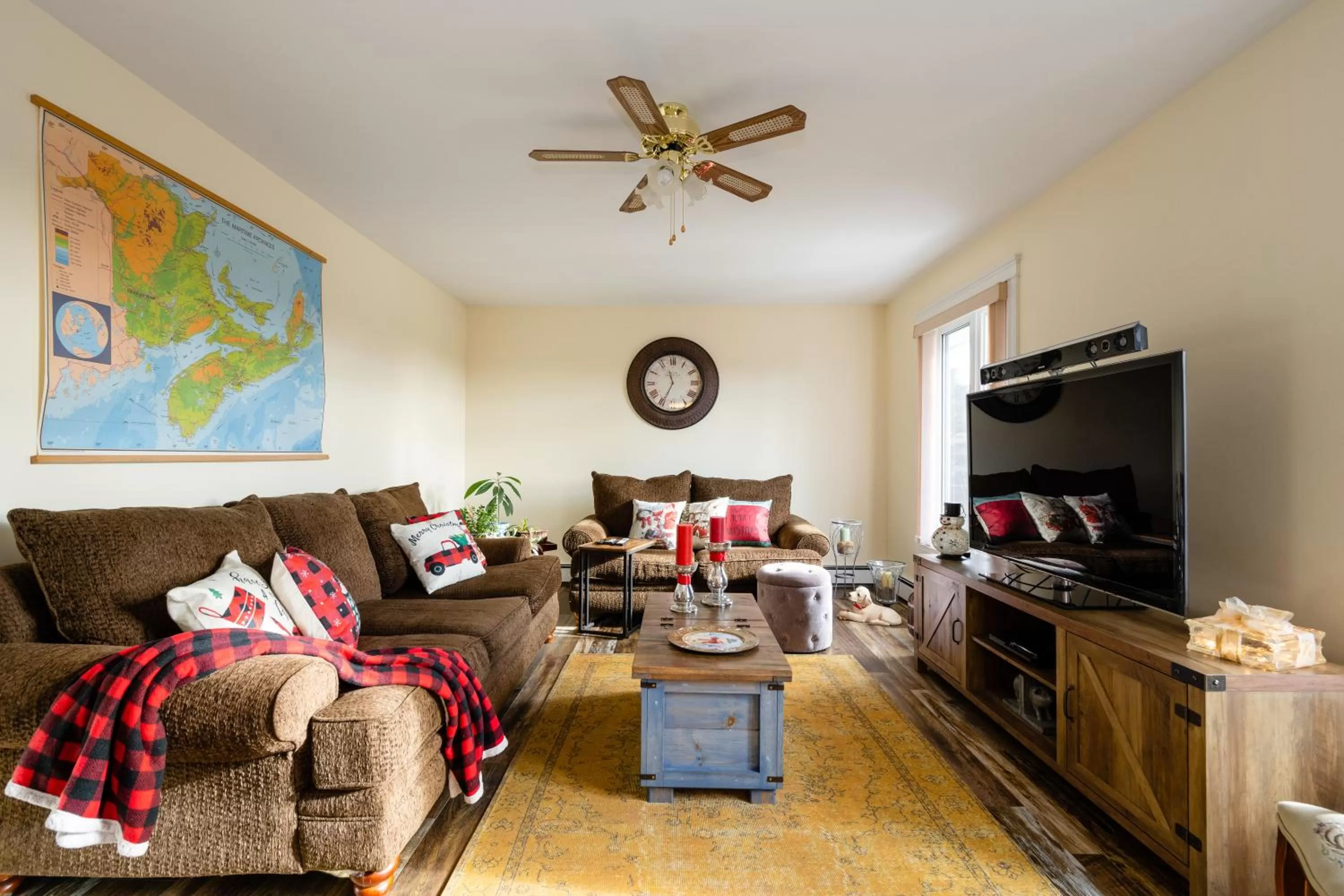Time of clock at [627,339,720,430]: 11:34
